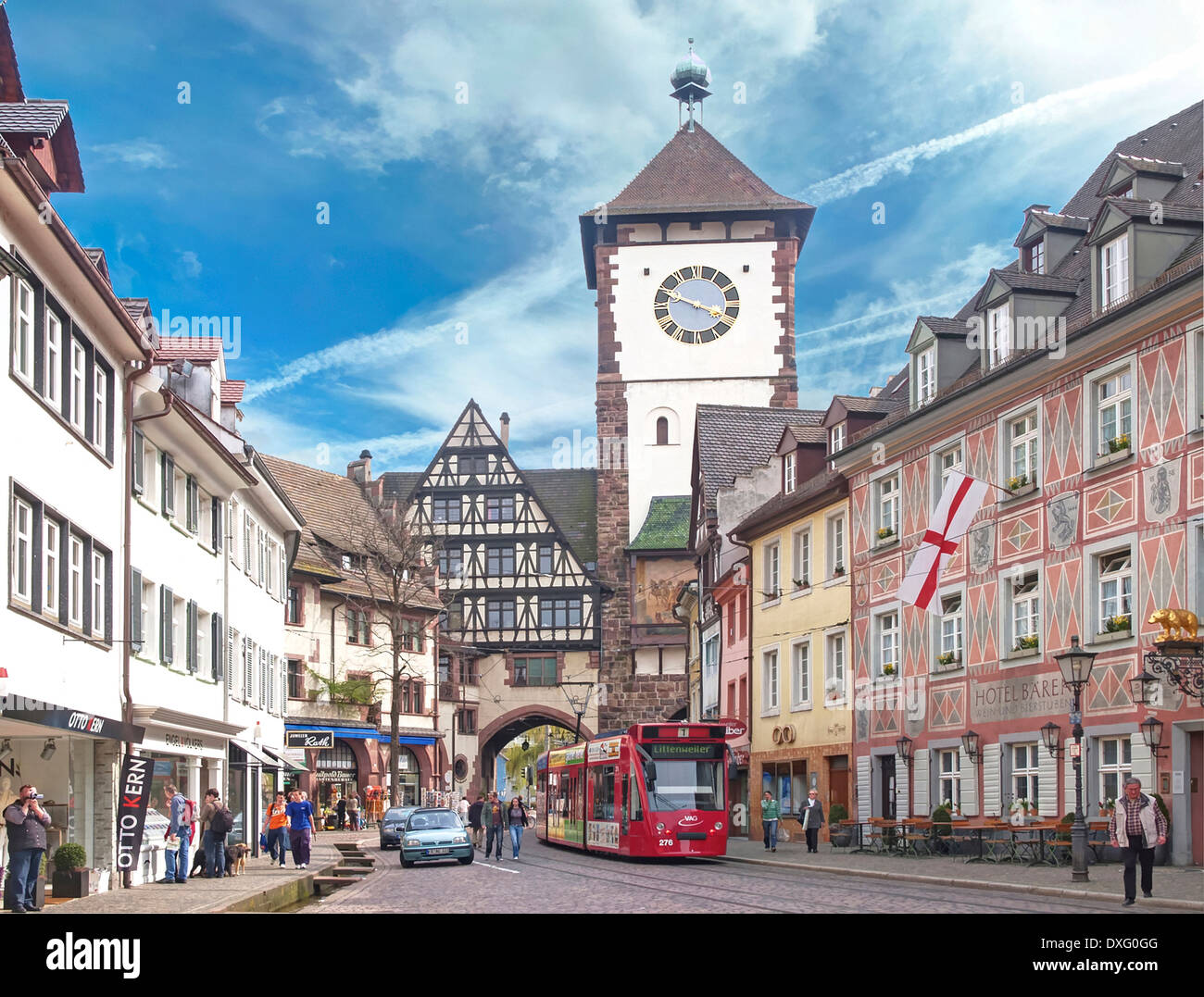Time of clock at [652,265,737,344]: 3:48
